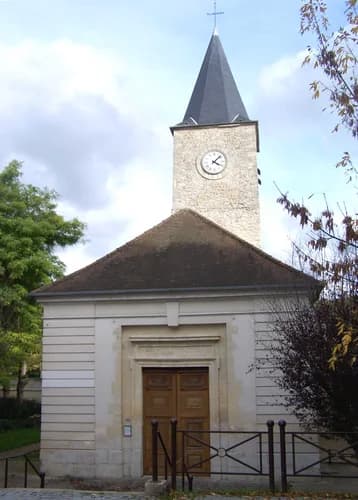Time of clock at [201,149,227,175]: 4:07
